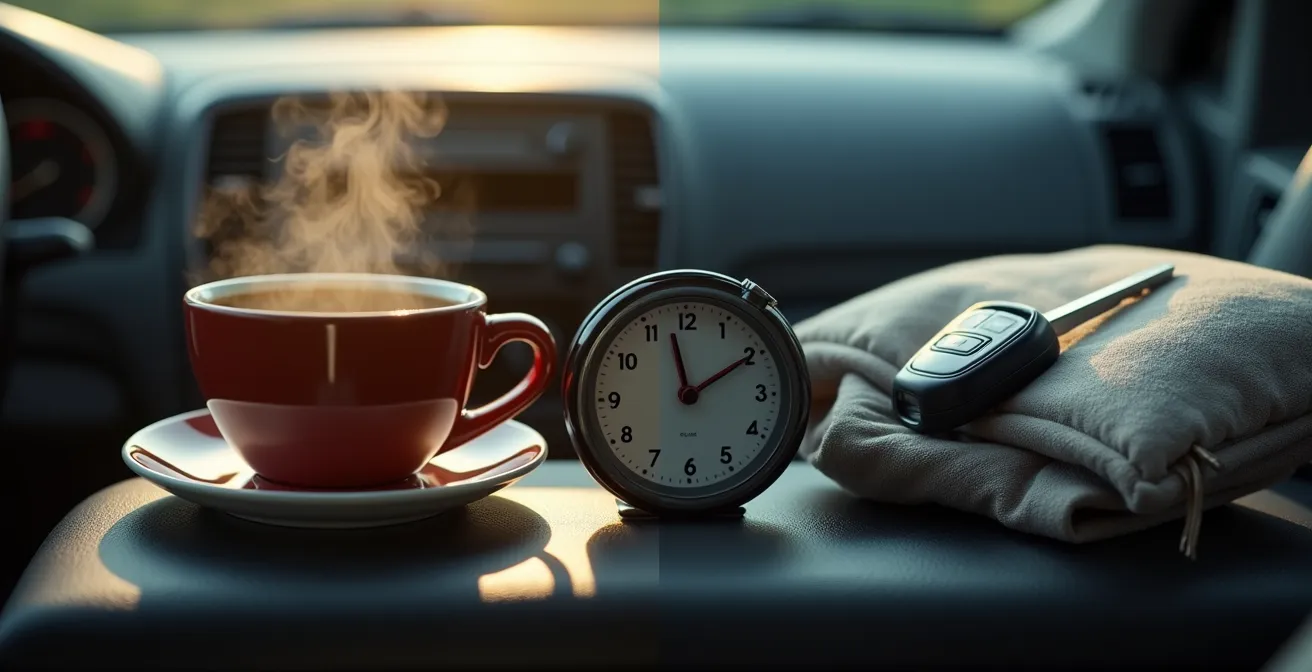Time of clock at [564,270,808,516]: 1:57
